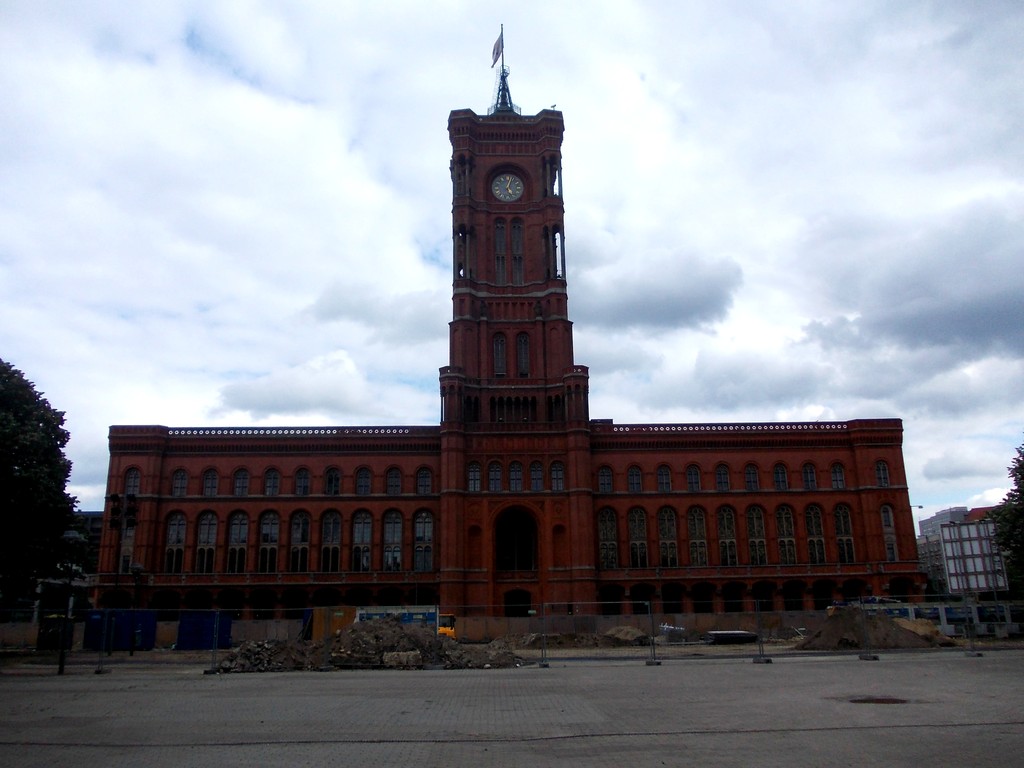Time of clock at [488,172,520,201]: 5:03
